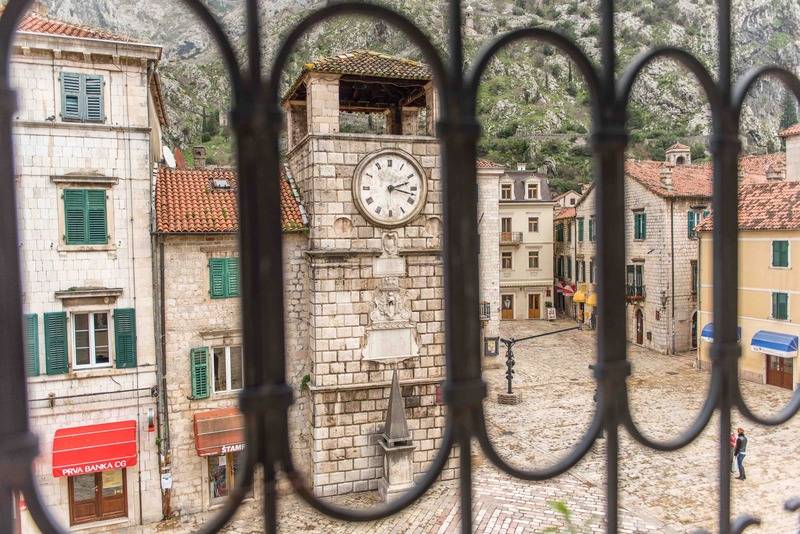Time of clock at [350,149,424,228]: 2:17
